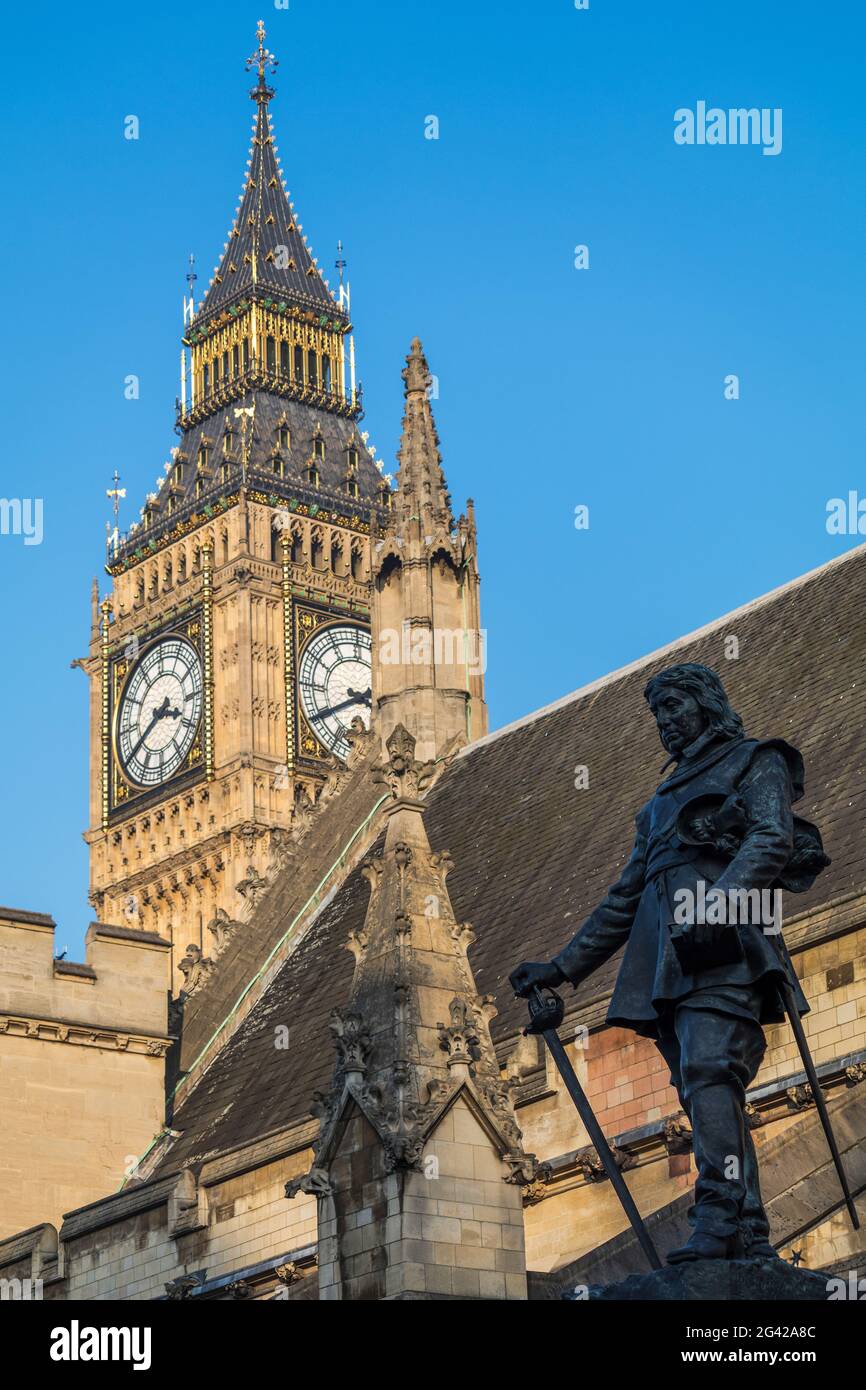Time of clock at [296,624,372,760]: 2:40
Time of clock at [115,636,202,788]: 3:40
